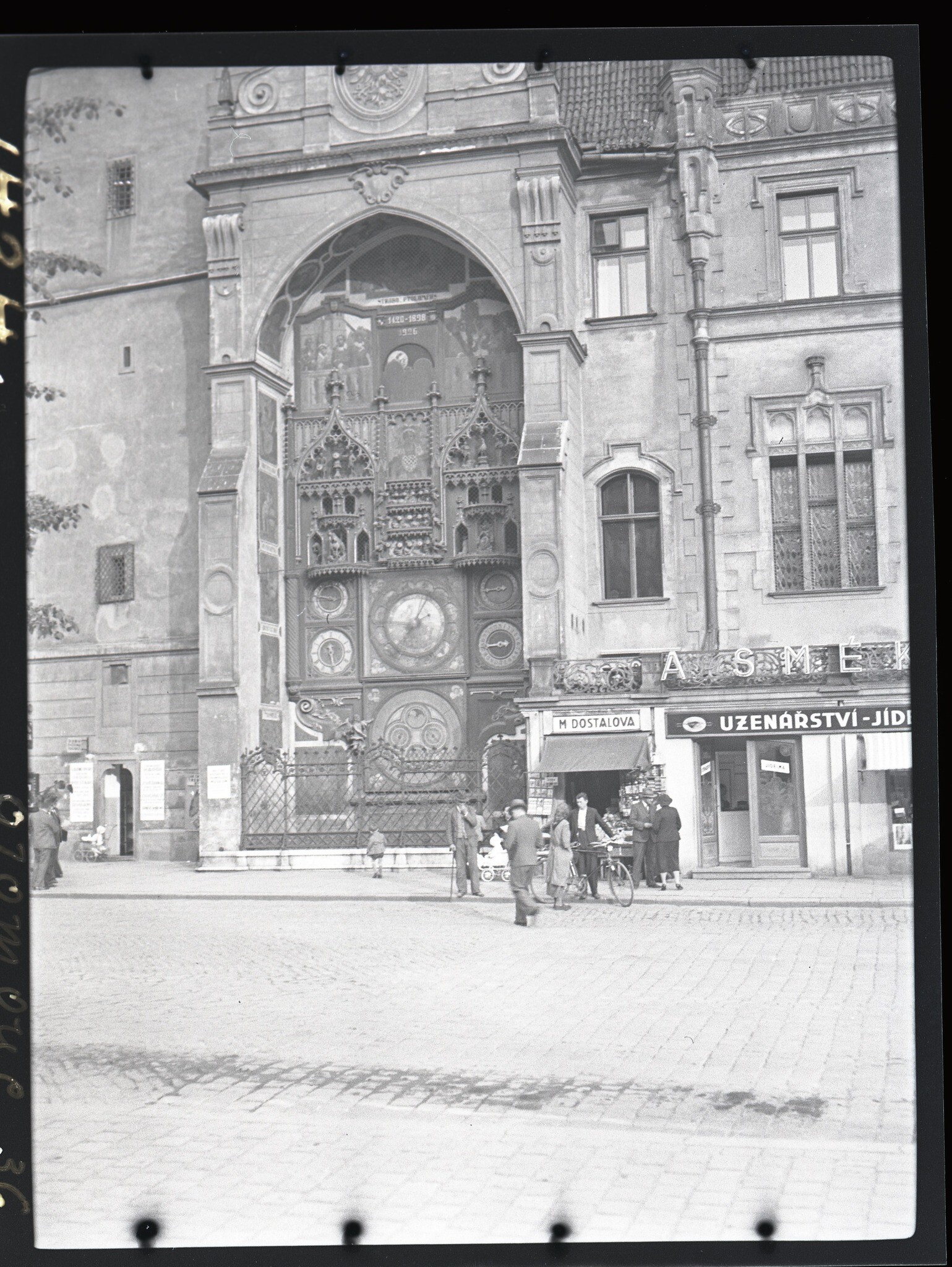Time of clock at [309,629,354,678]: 11:28
